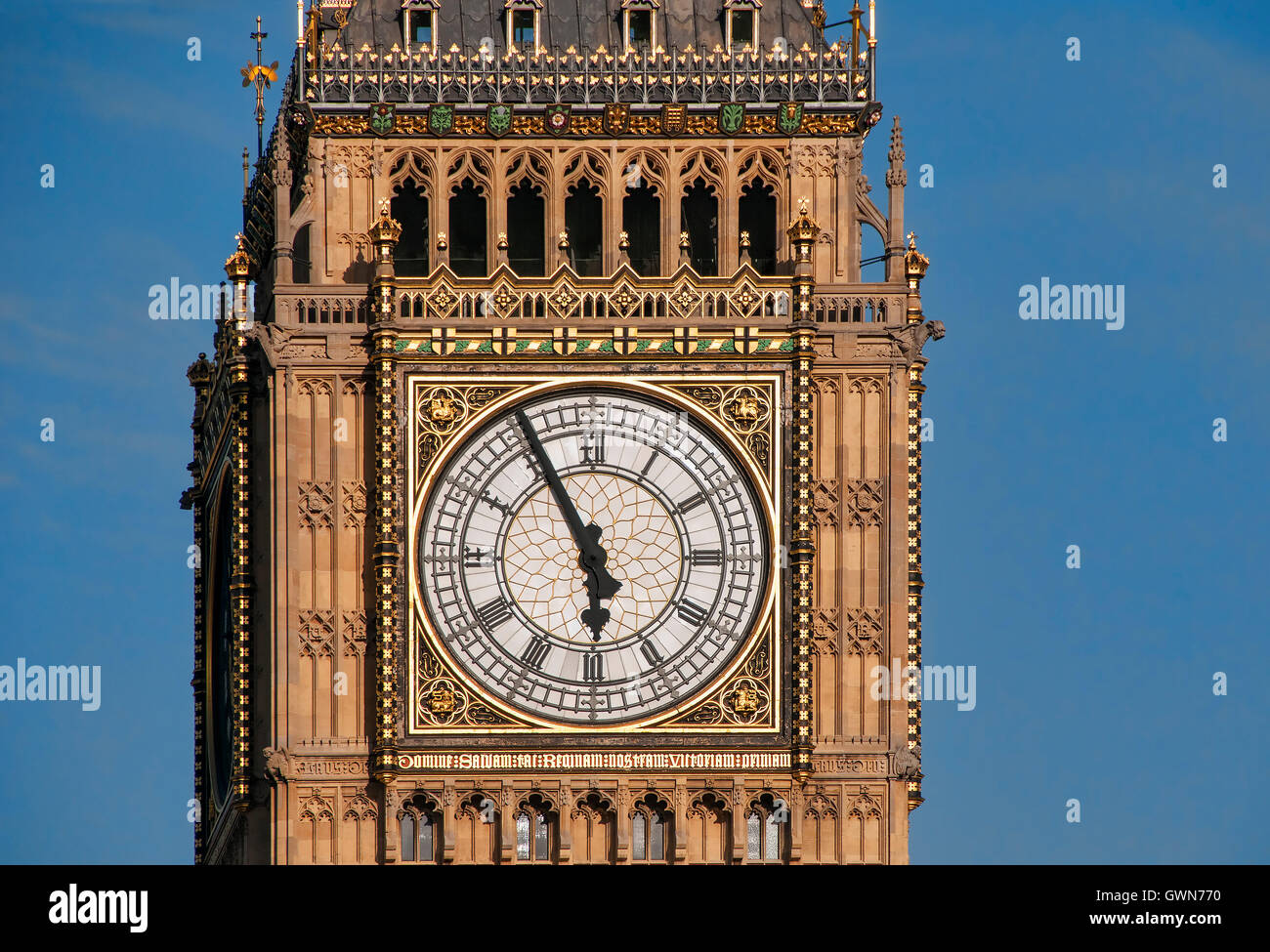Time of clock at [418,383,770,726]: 5:55
